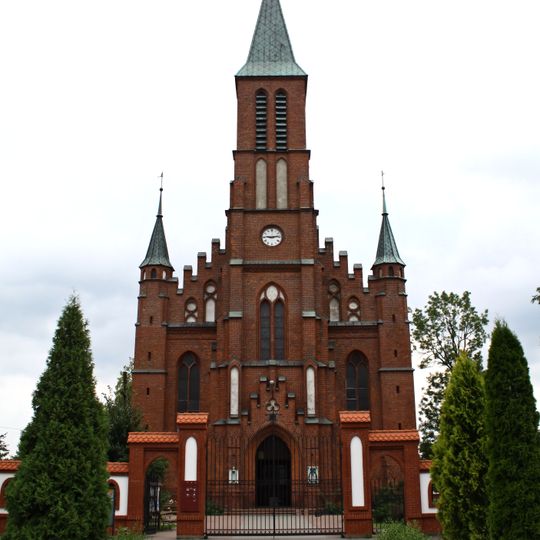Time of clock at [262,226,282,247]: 9:13
